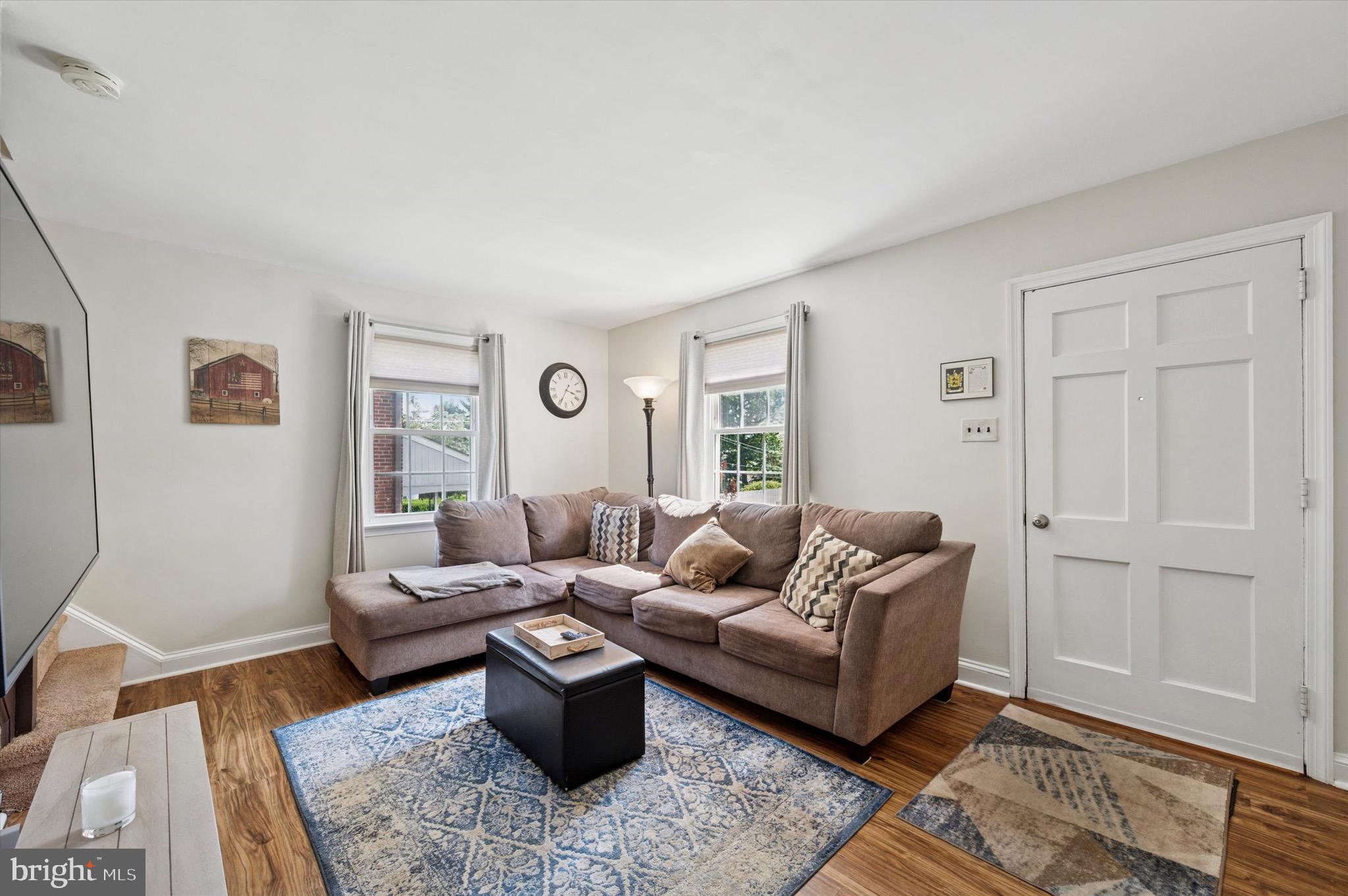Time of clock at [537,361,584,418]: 3:34
